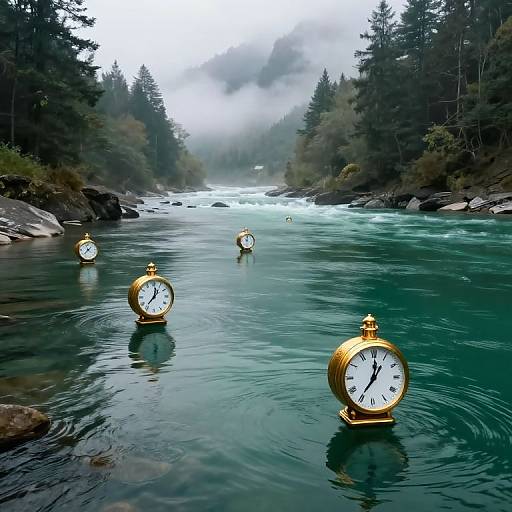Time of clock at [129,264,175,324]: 12:36
